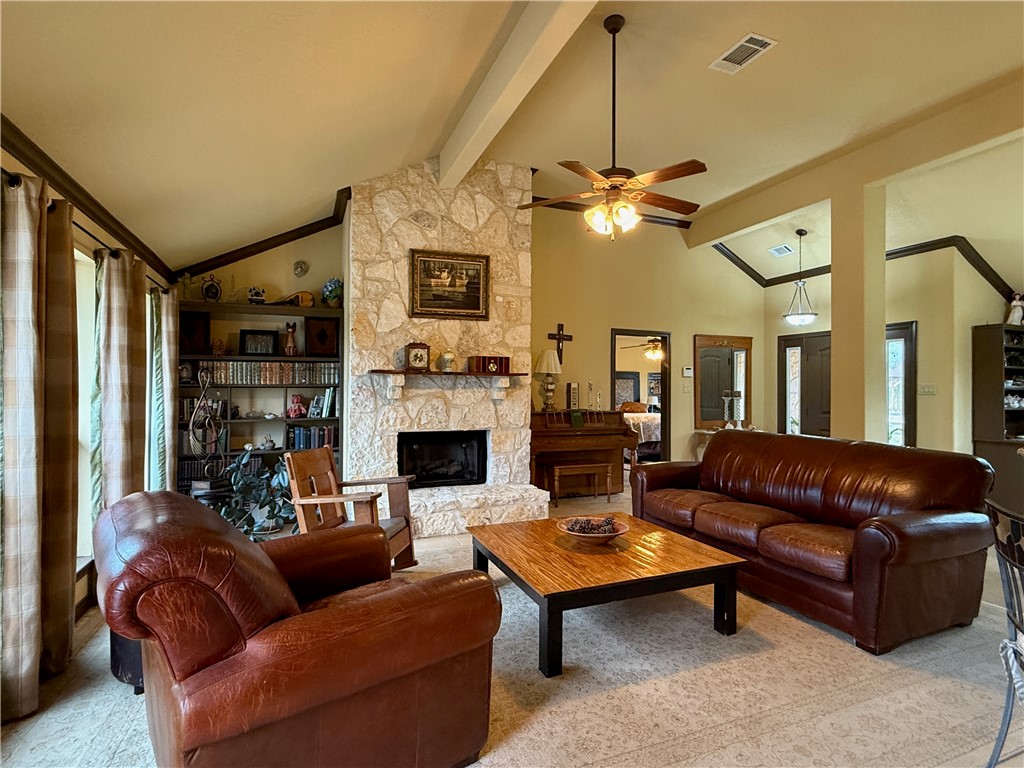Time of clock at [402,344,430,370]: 9:38
